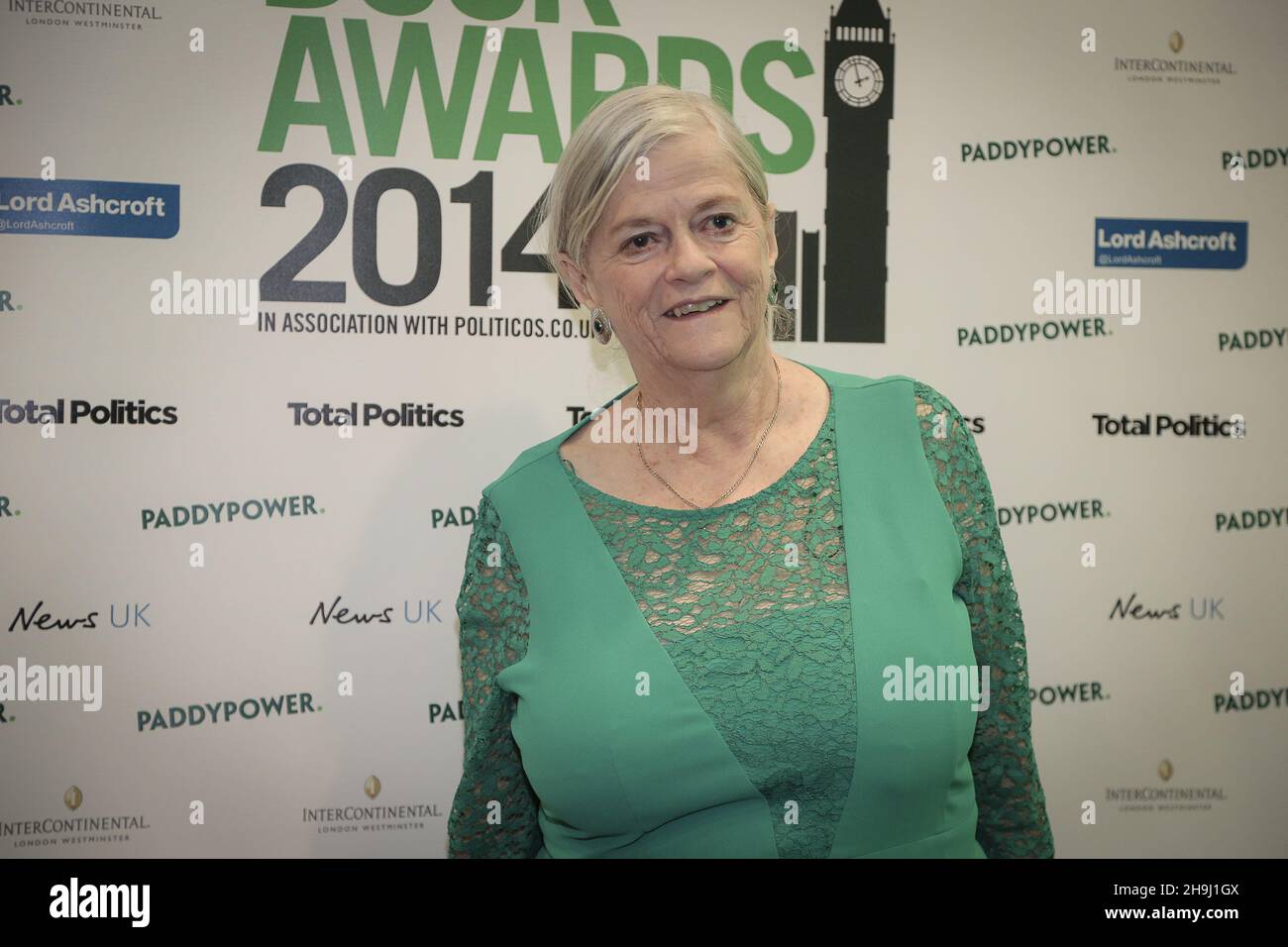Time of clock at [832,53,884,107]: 1:57
